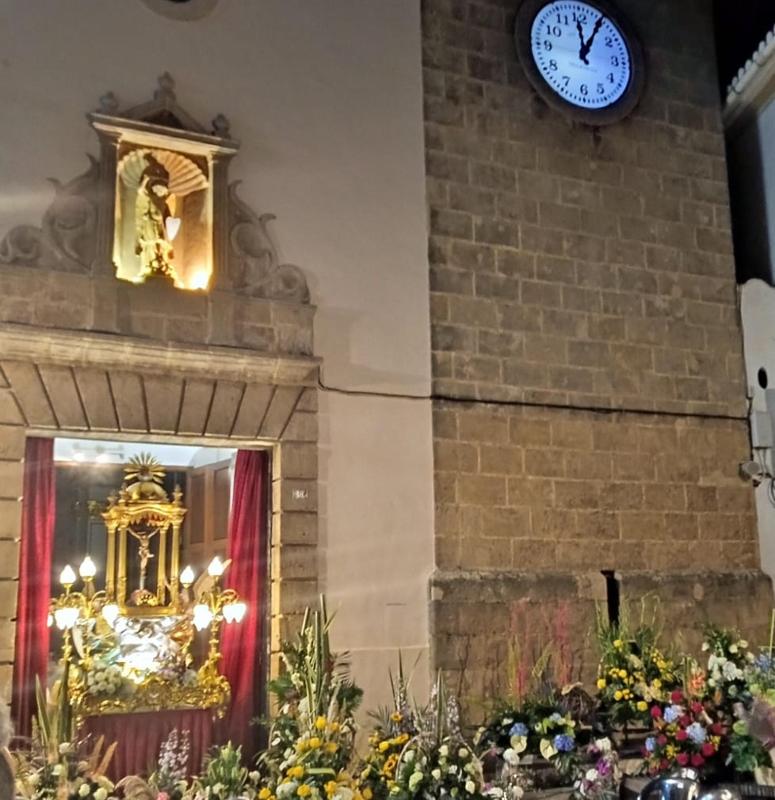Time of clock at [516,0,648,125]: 12:05
